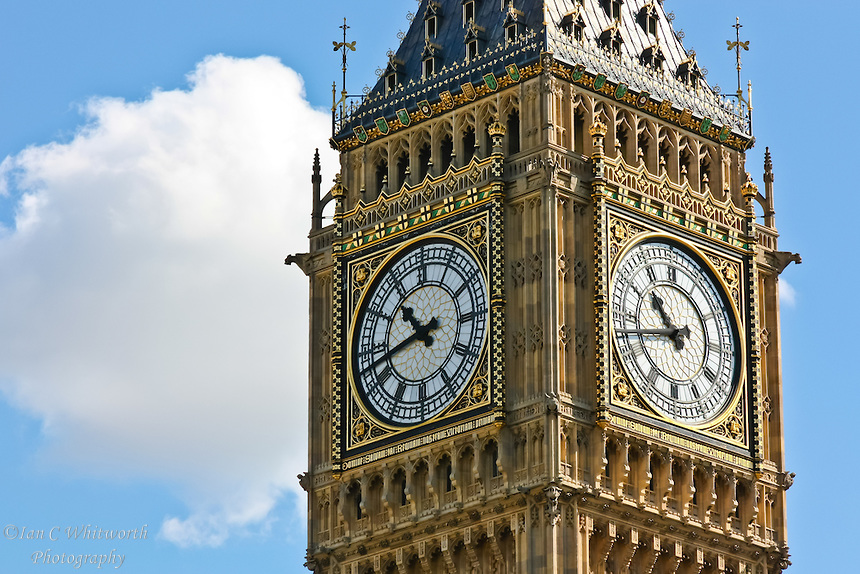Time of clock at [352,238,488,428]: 10:42
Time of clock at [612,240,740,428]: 10:42
